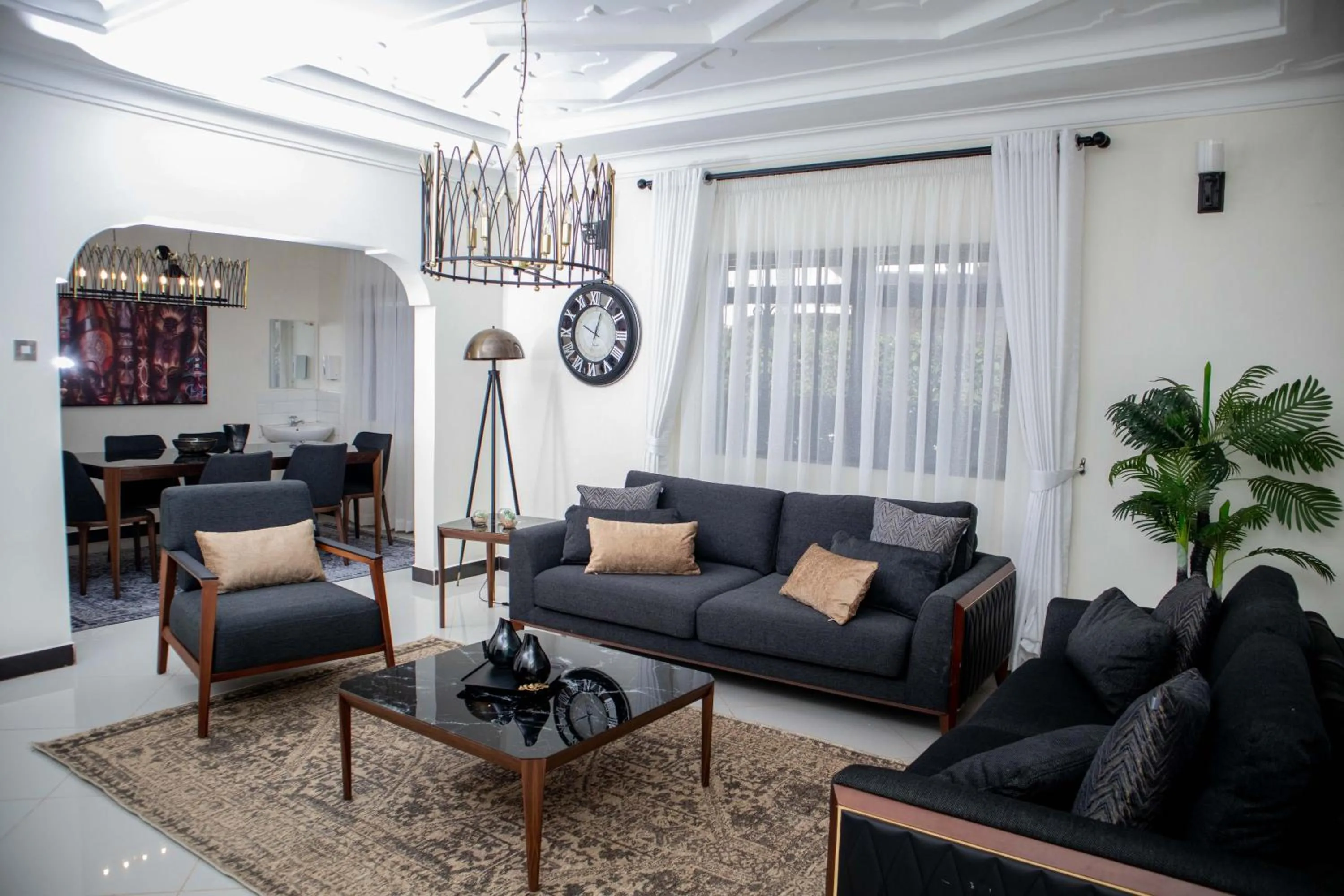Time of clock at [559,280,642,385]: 10:03
